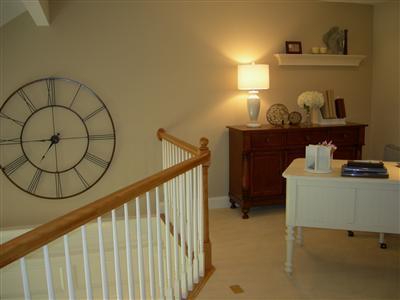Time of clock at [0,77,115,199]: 7:00
